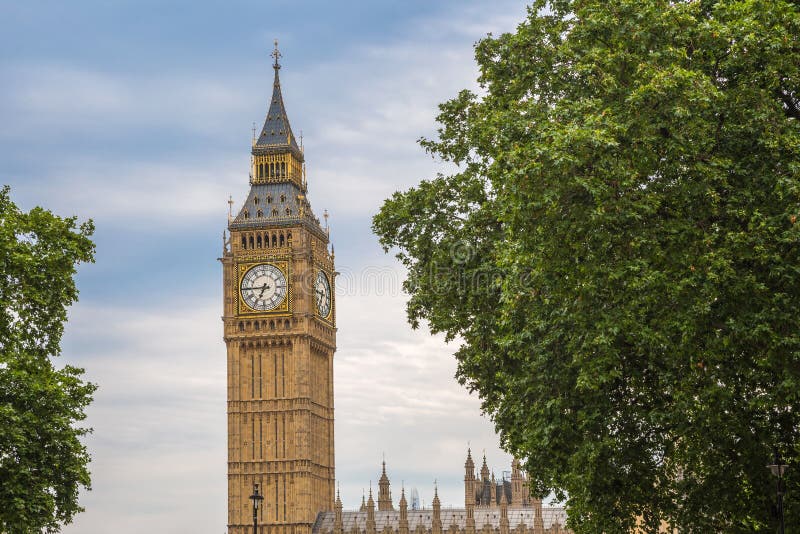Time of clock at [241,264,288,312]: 6:44
